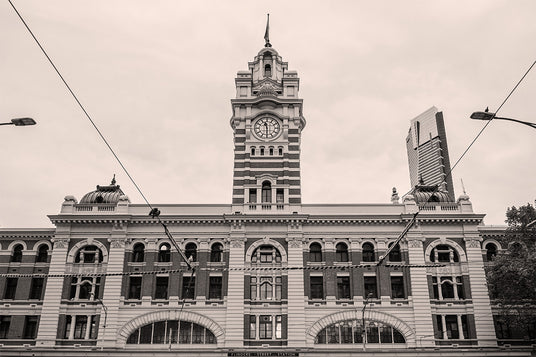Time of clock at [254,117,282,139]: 11:29
